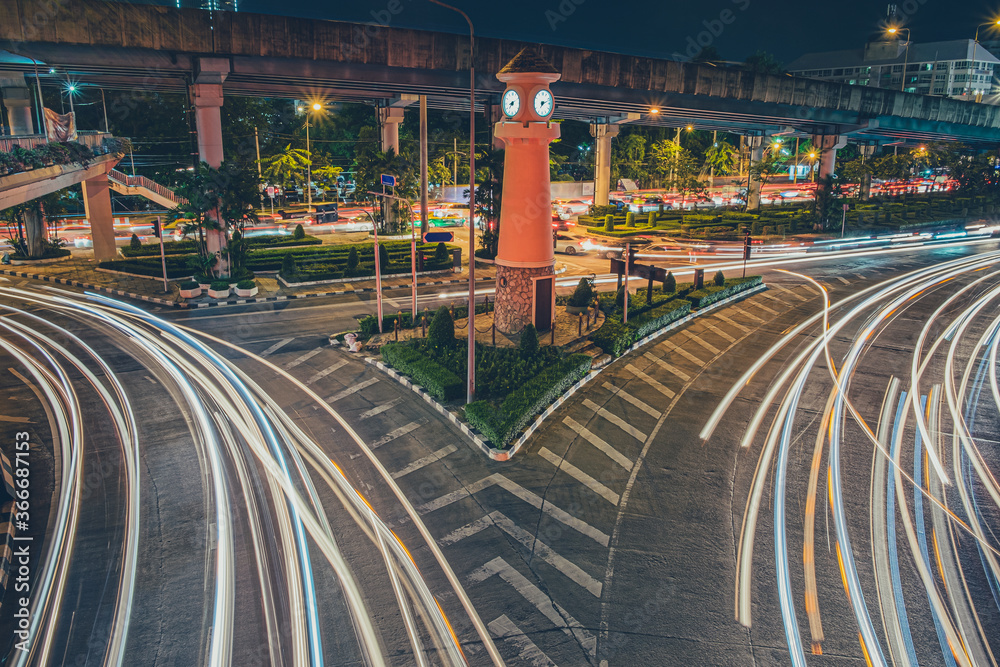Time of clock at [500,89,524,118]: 8:37
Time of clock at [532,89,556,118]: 7:12
